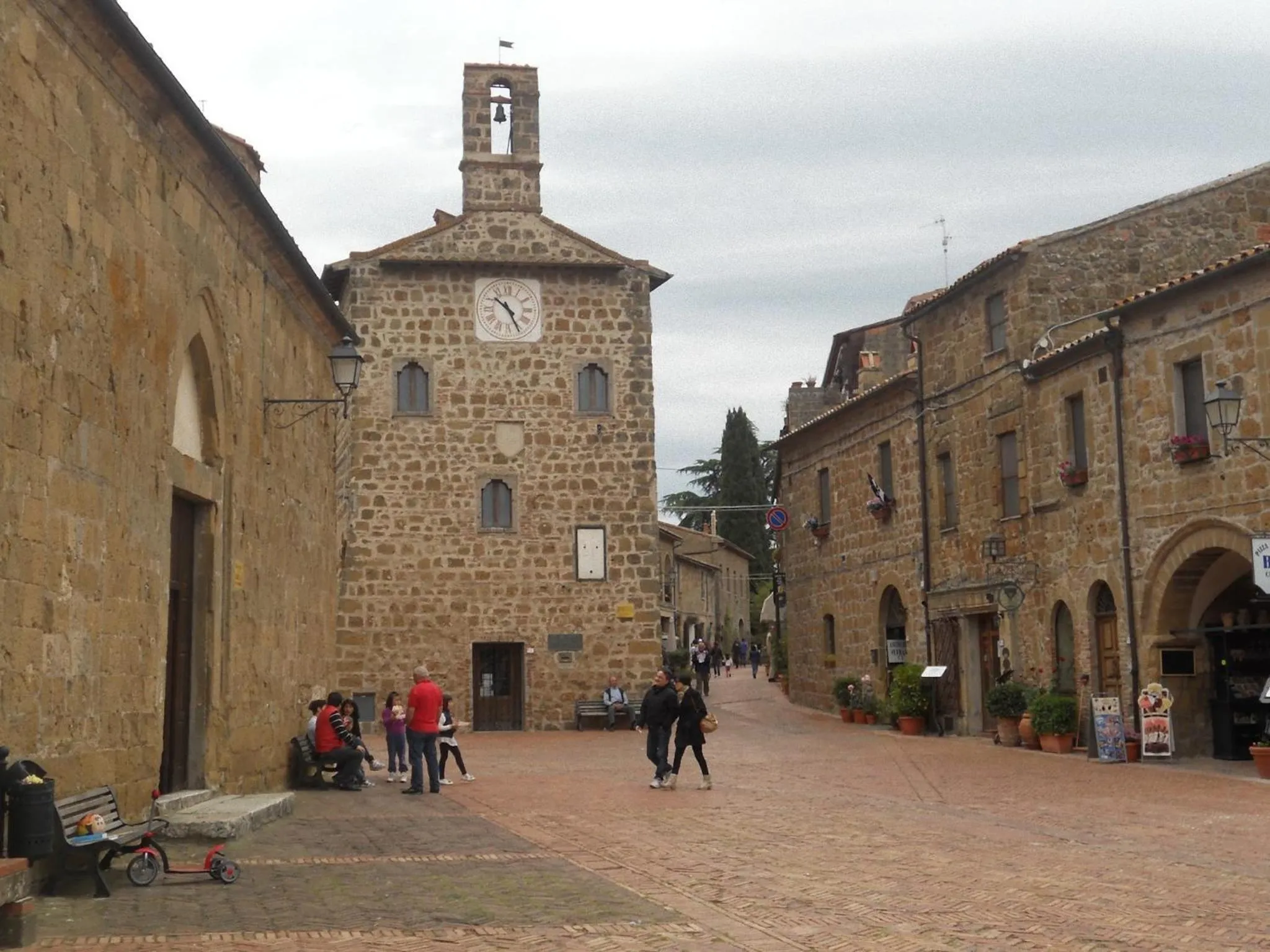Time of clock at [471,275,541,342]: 10:25
